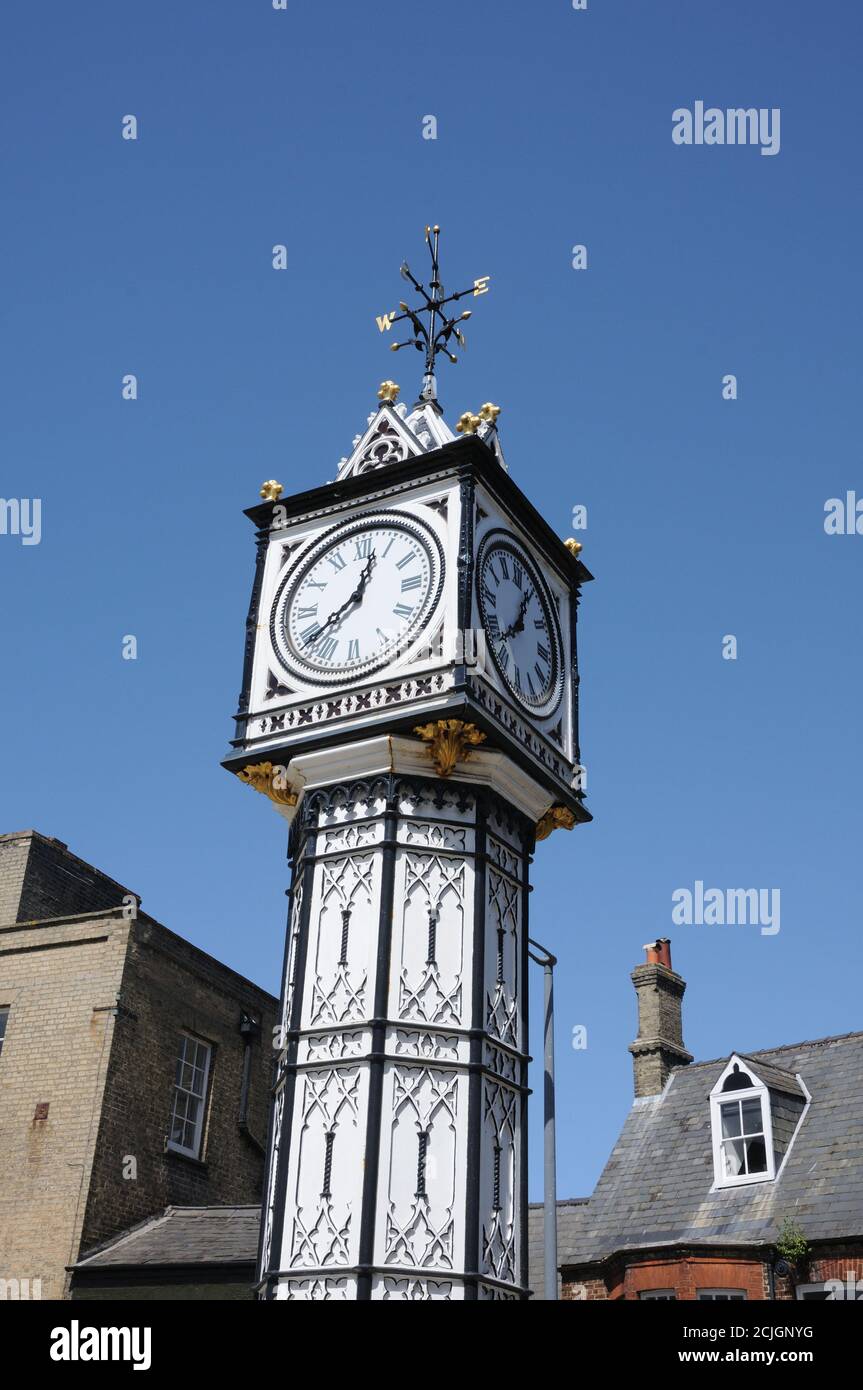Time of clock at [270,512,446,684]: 12:38
